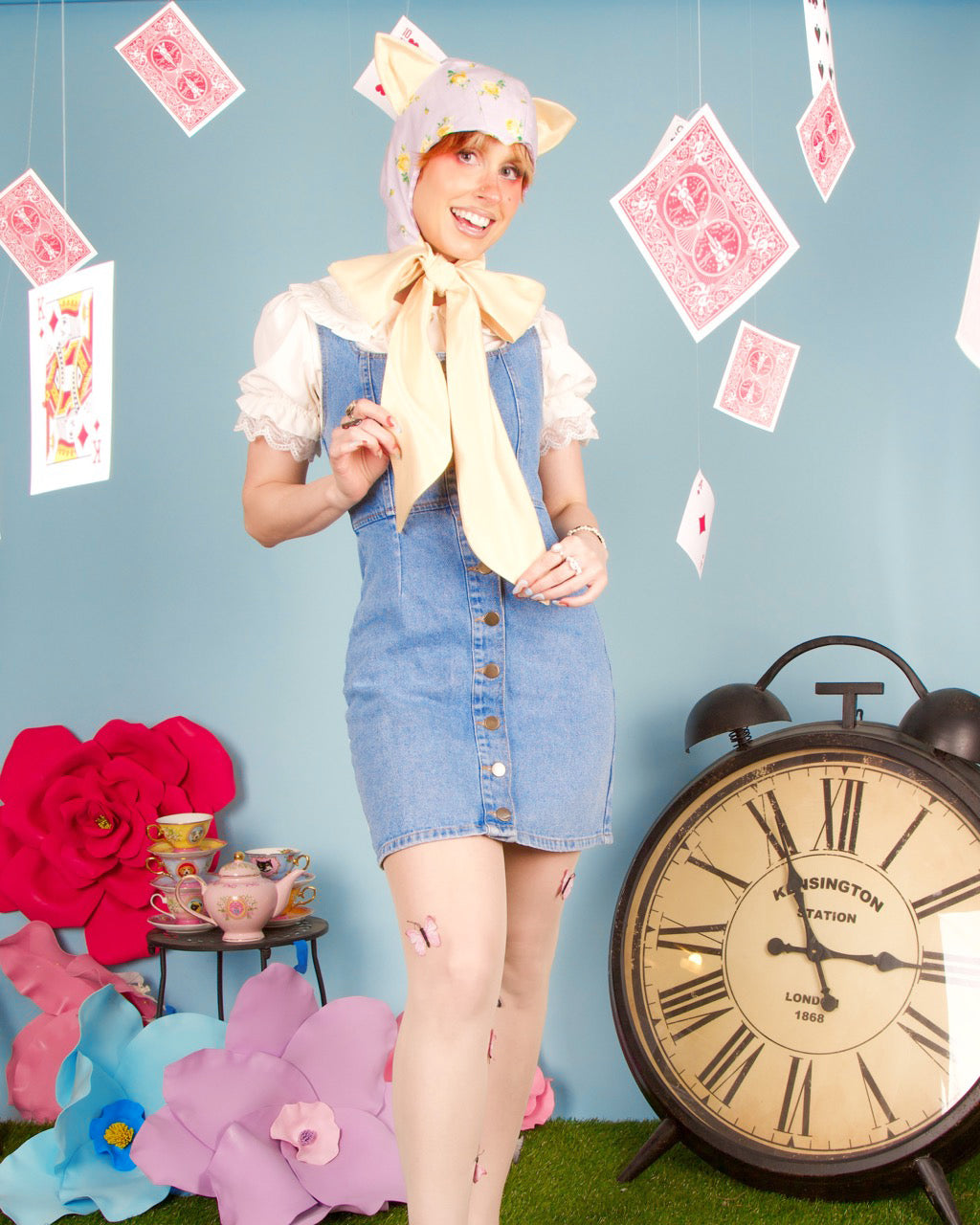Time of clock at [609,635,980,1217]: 2:55
